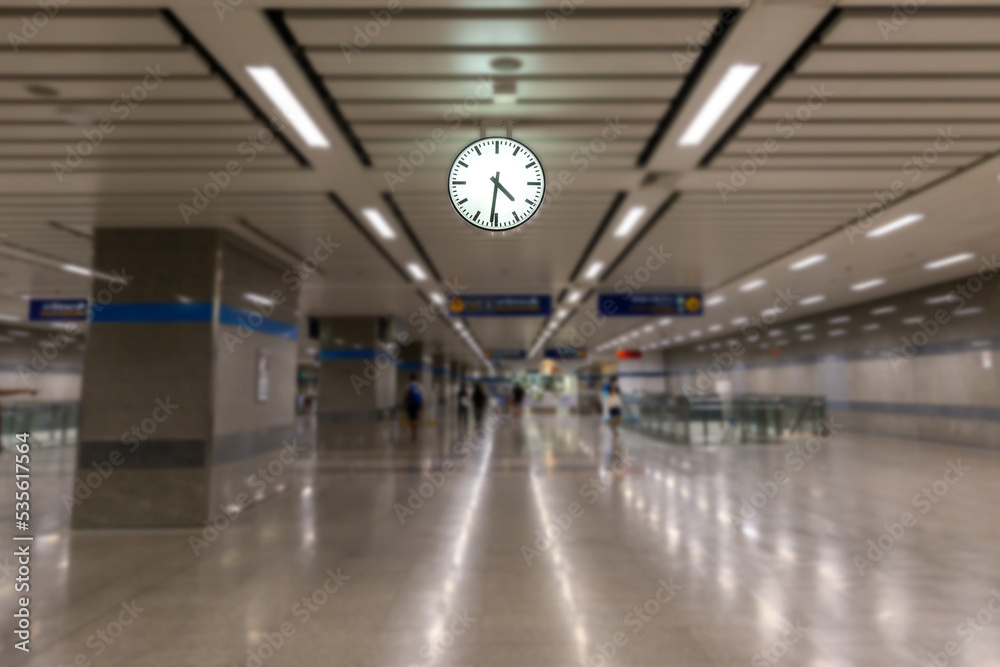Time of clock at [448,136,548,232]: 4:31
